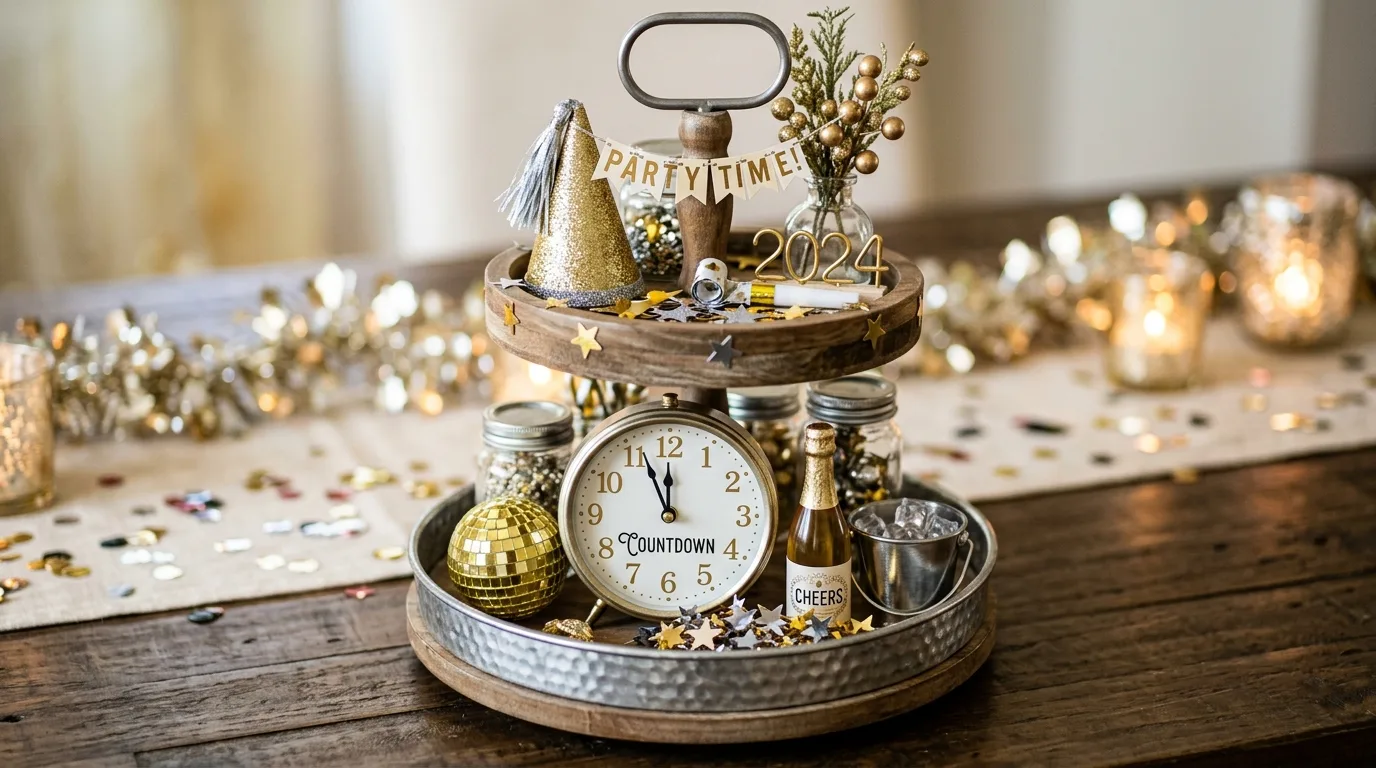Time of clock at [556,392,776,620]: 11:56
